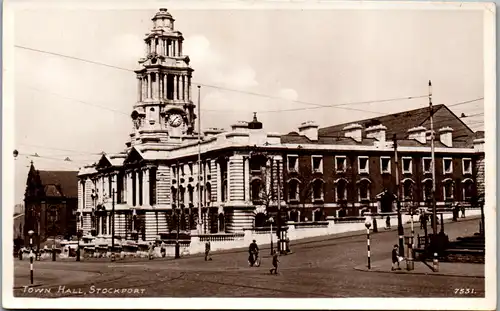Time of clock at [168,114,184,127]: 1:36
